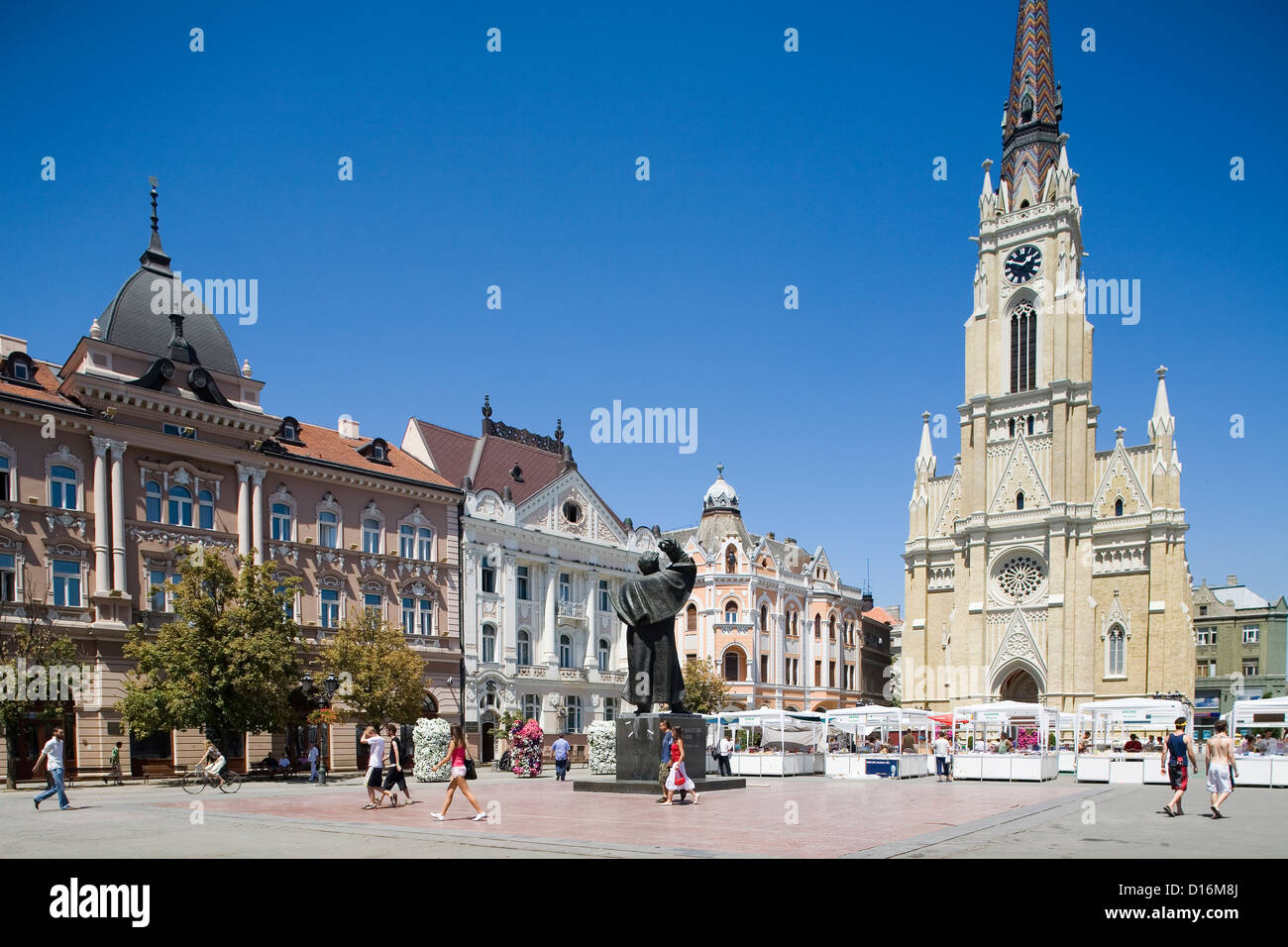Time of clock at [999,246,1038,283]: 1:49
